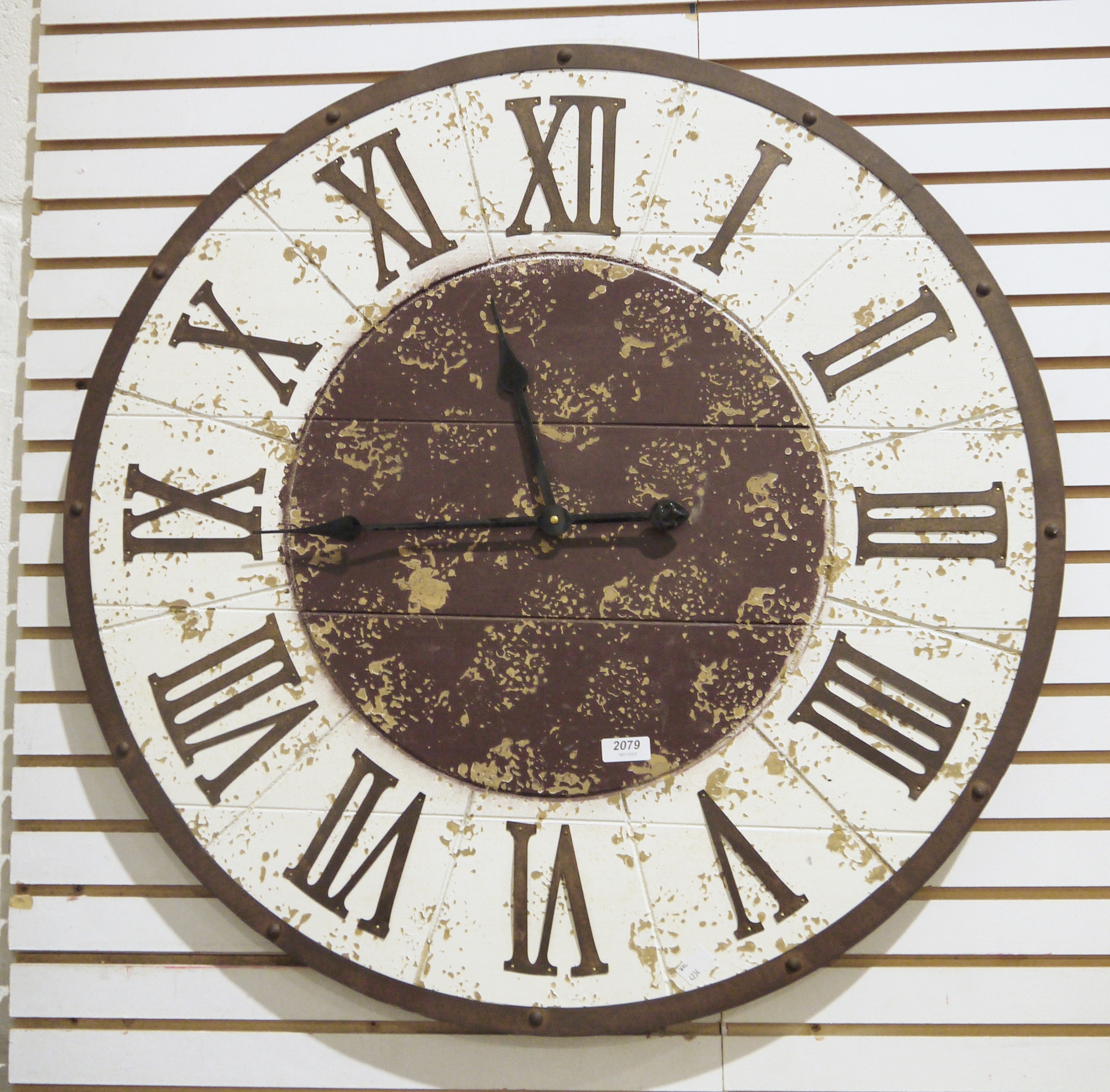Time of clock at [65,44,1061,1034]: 2:57
